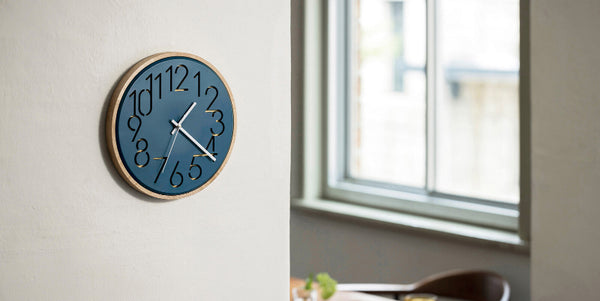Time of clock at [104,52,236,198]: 1:21
